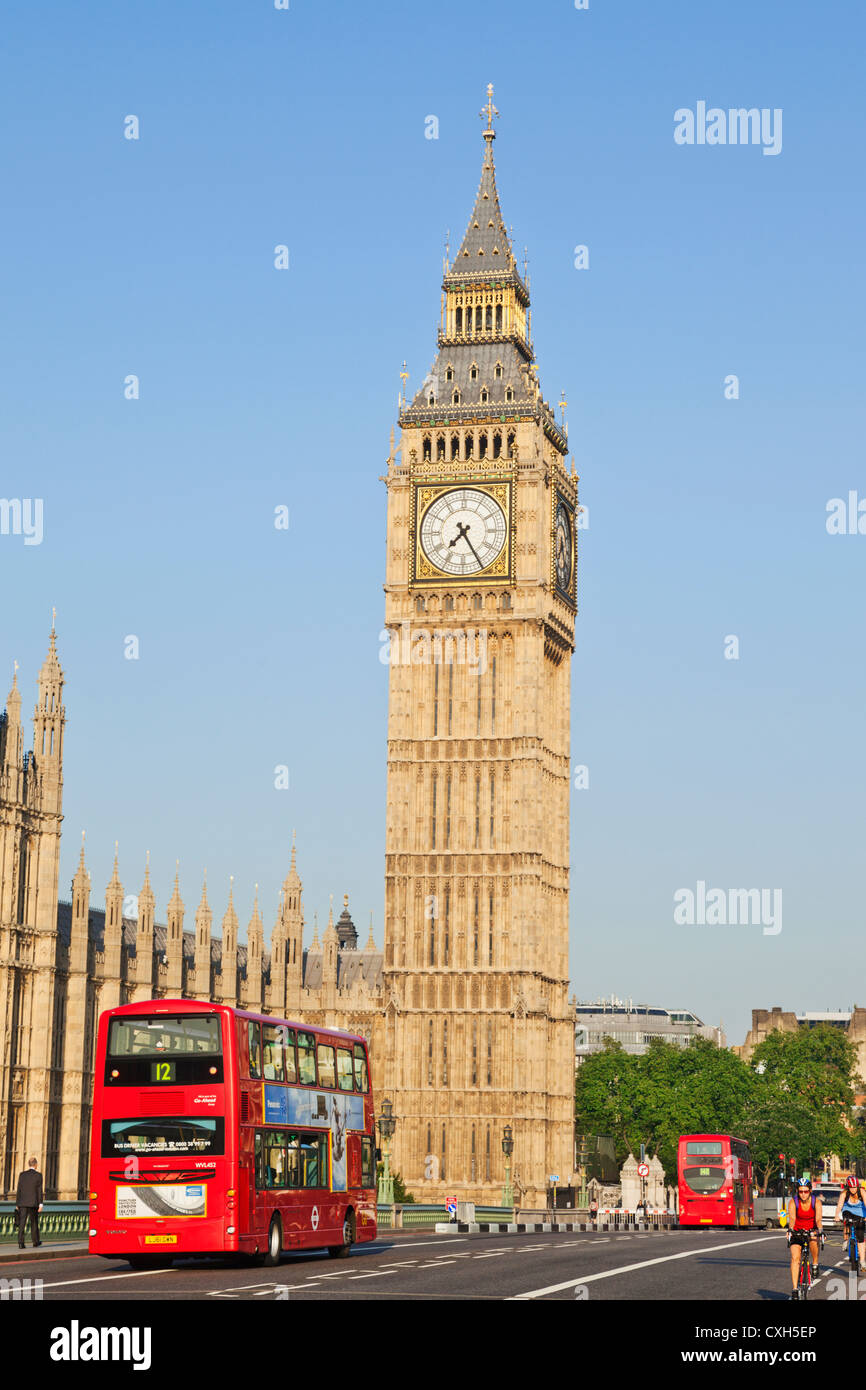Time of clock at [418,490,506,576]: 7:25
